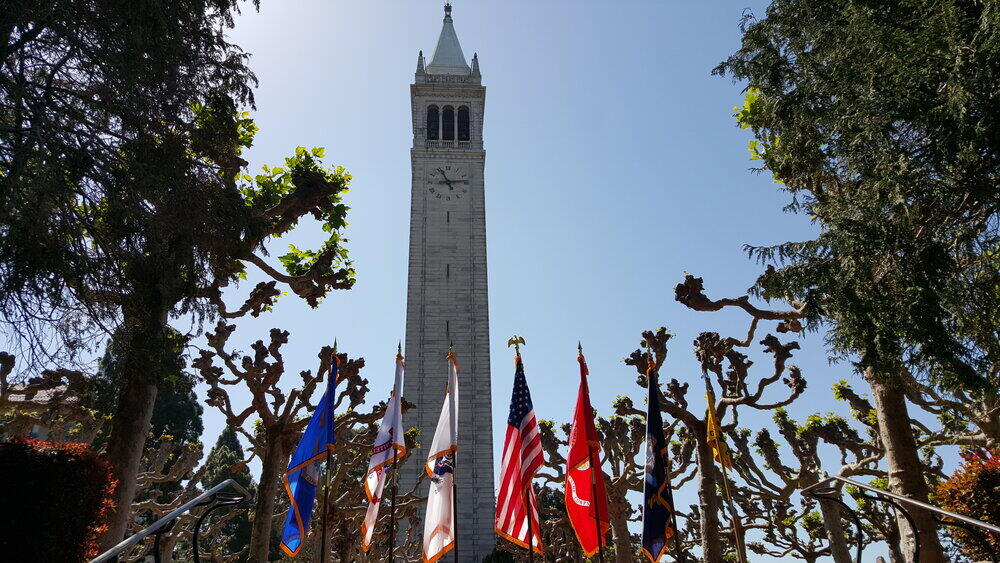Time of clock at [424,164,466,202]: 11:13
